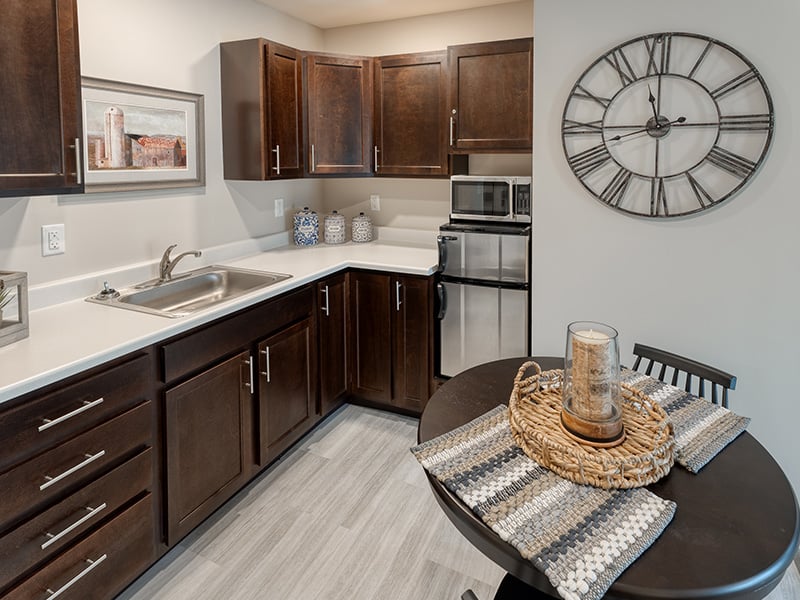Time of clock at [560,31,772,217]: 11:44
